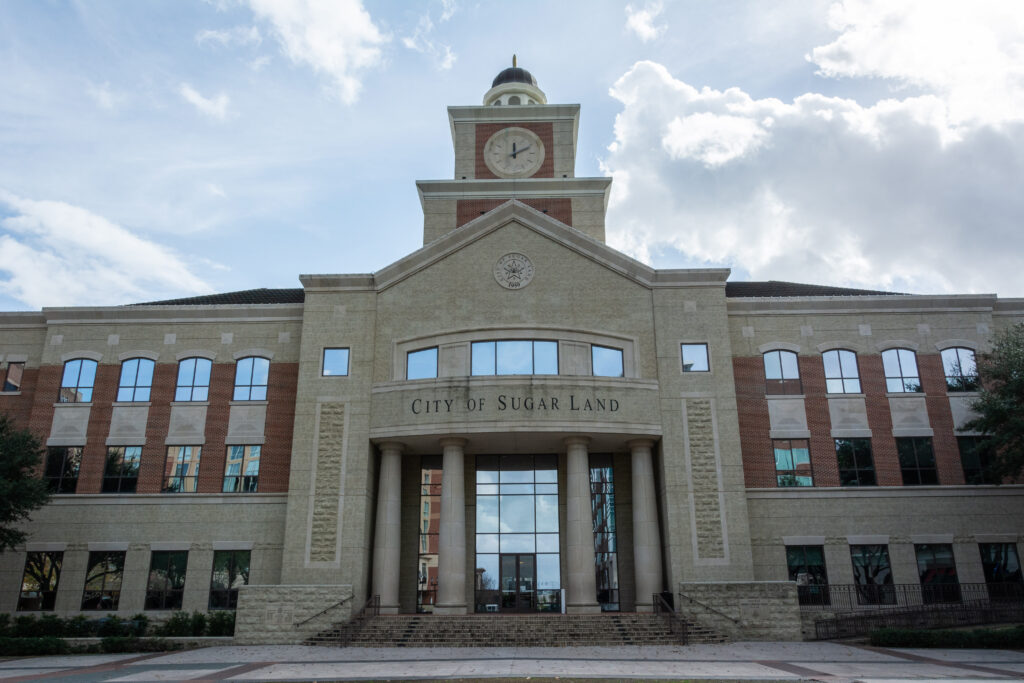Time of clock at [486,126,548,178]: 12:10
